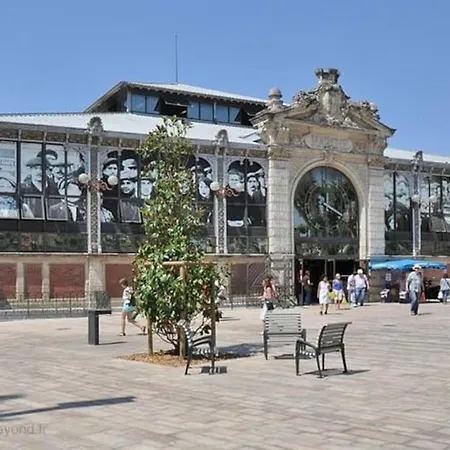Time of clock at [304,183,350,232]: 12:19
